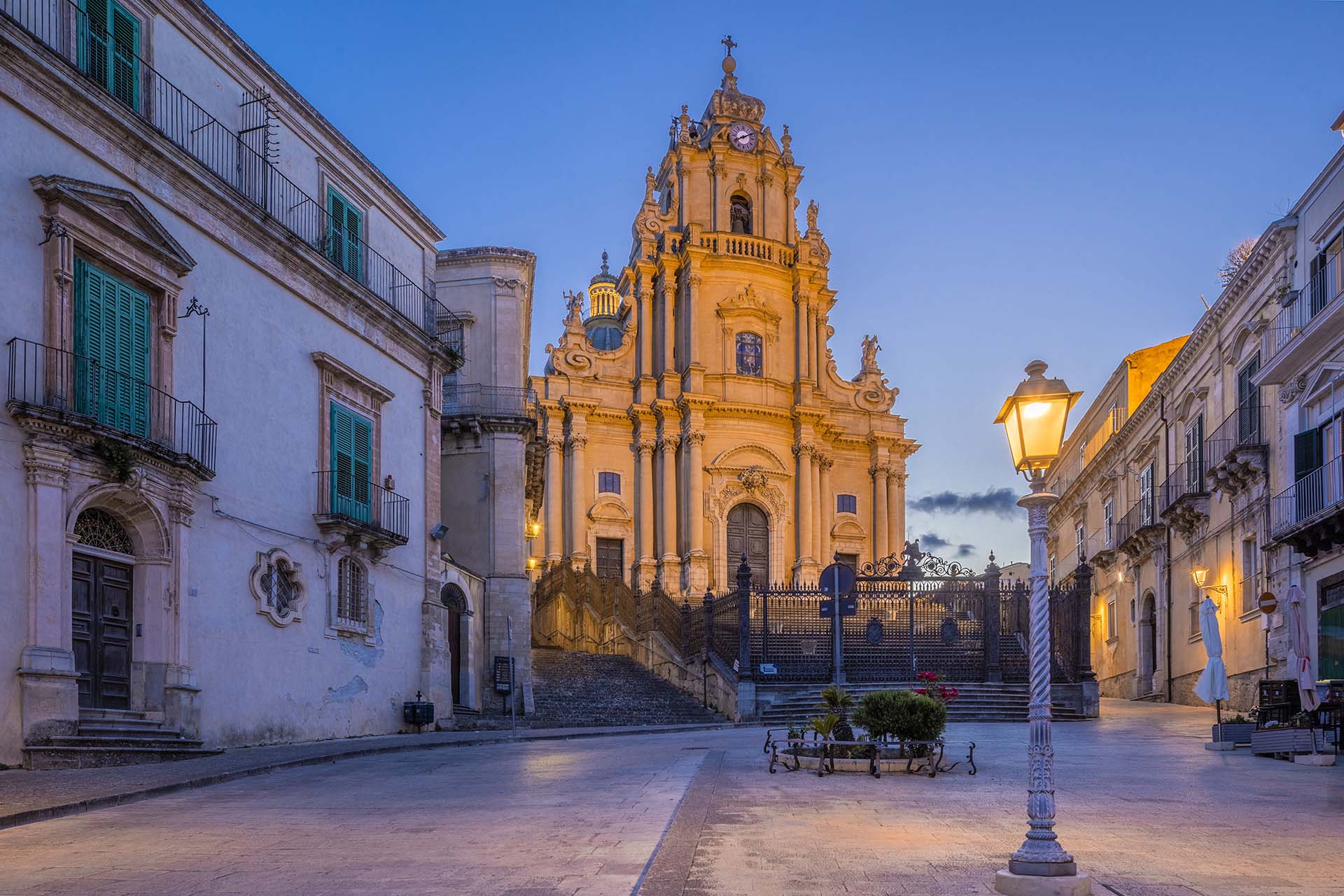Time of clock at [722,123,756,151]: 8:10
